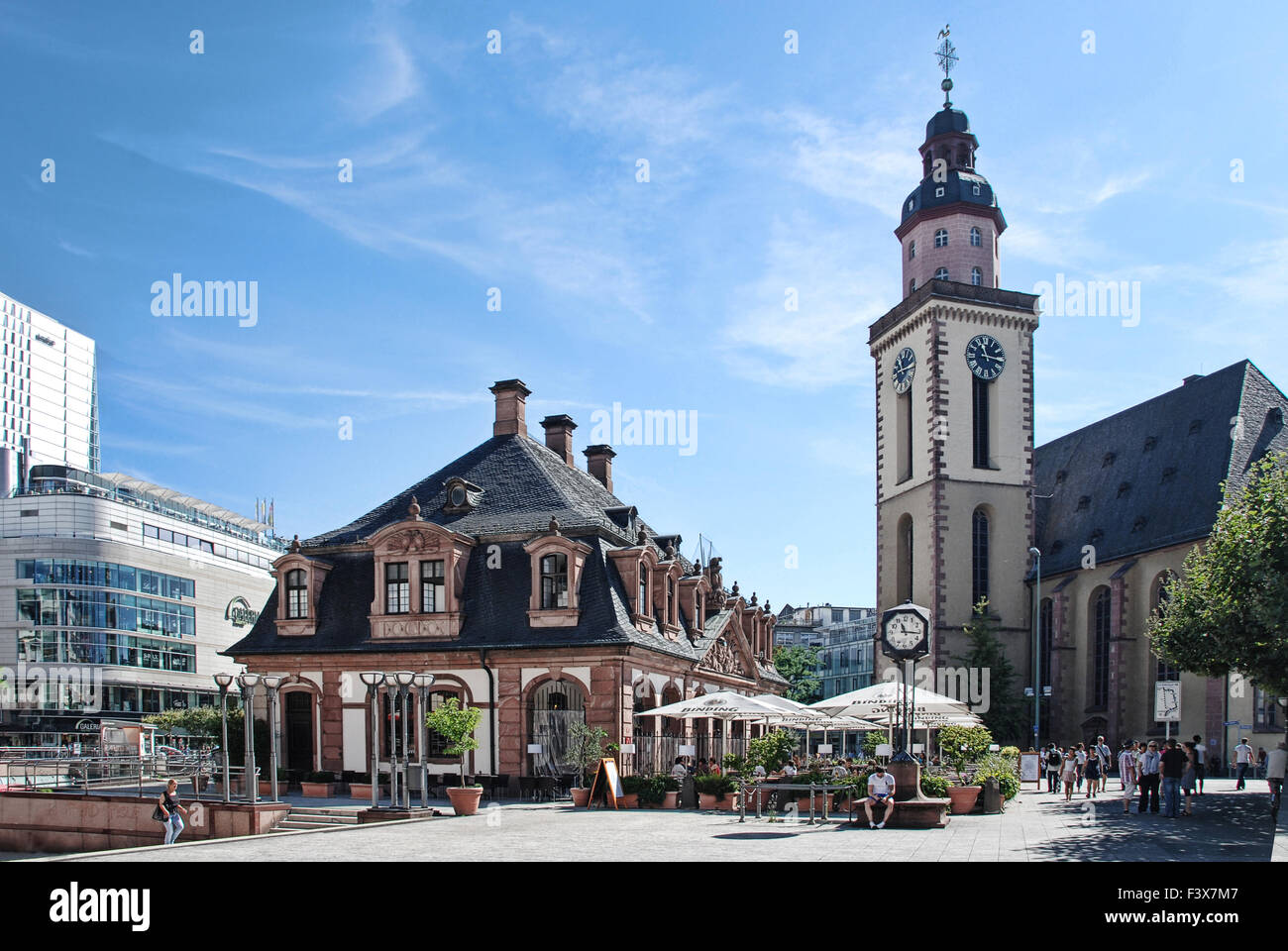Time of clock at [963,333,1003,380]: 11:16
